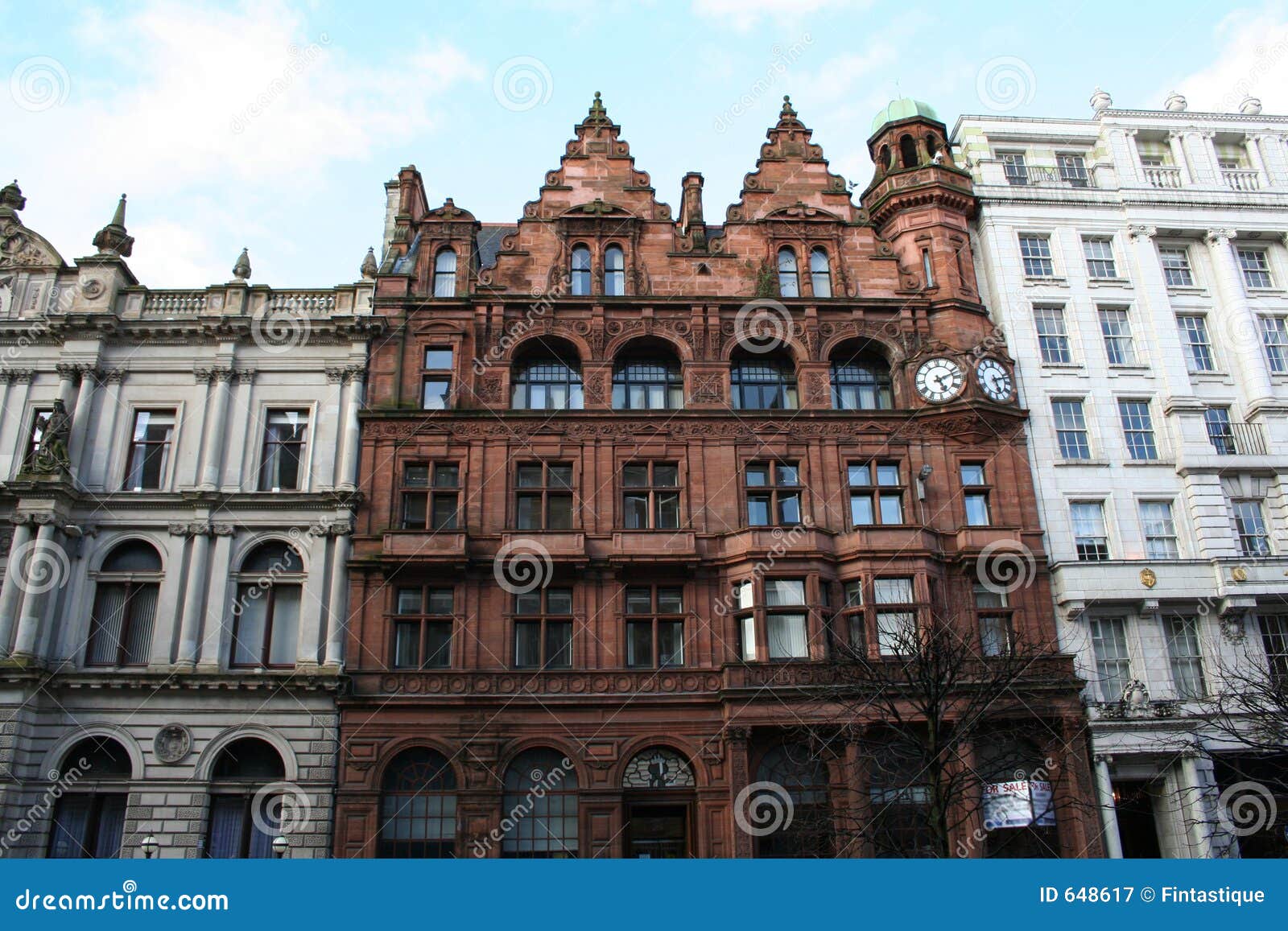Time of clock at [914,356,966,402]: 5:11
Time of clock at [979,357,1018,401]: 5:12
